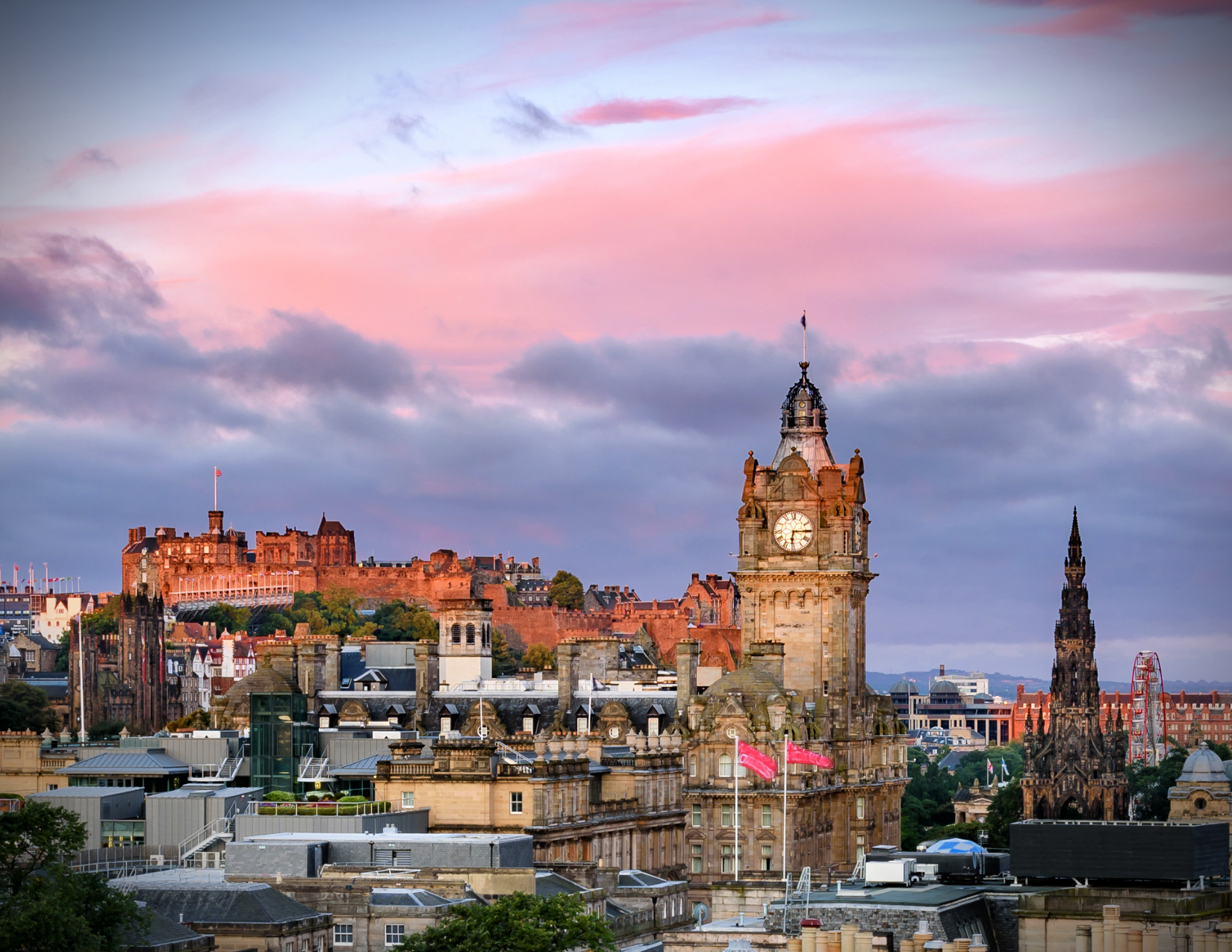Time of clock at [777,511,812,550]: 6:14
